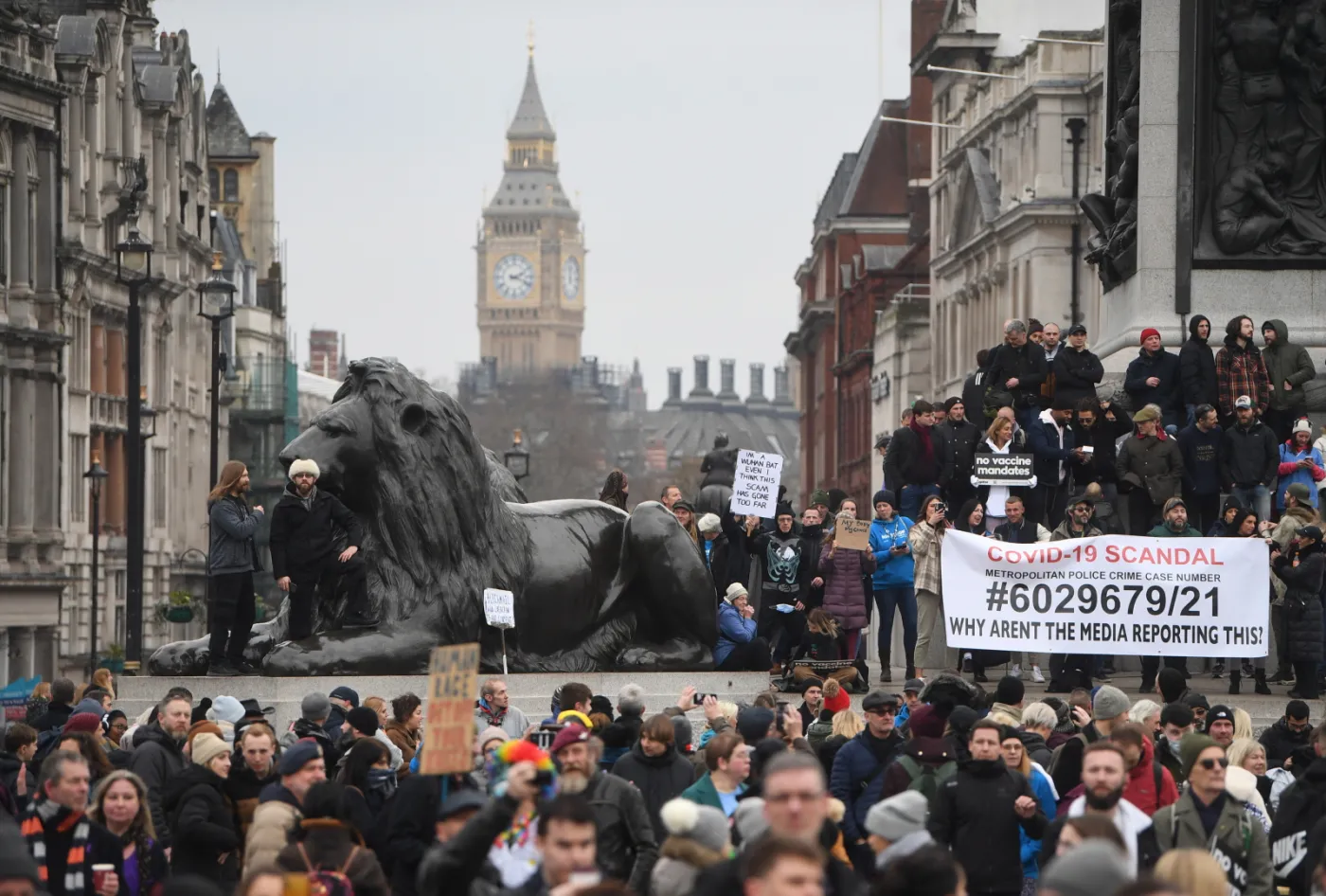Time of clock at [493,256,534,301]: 2:18
